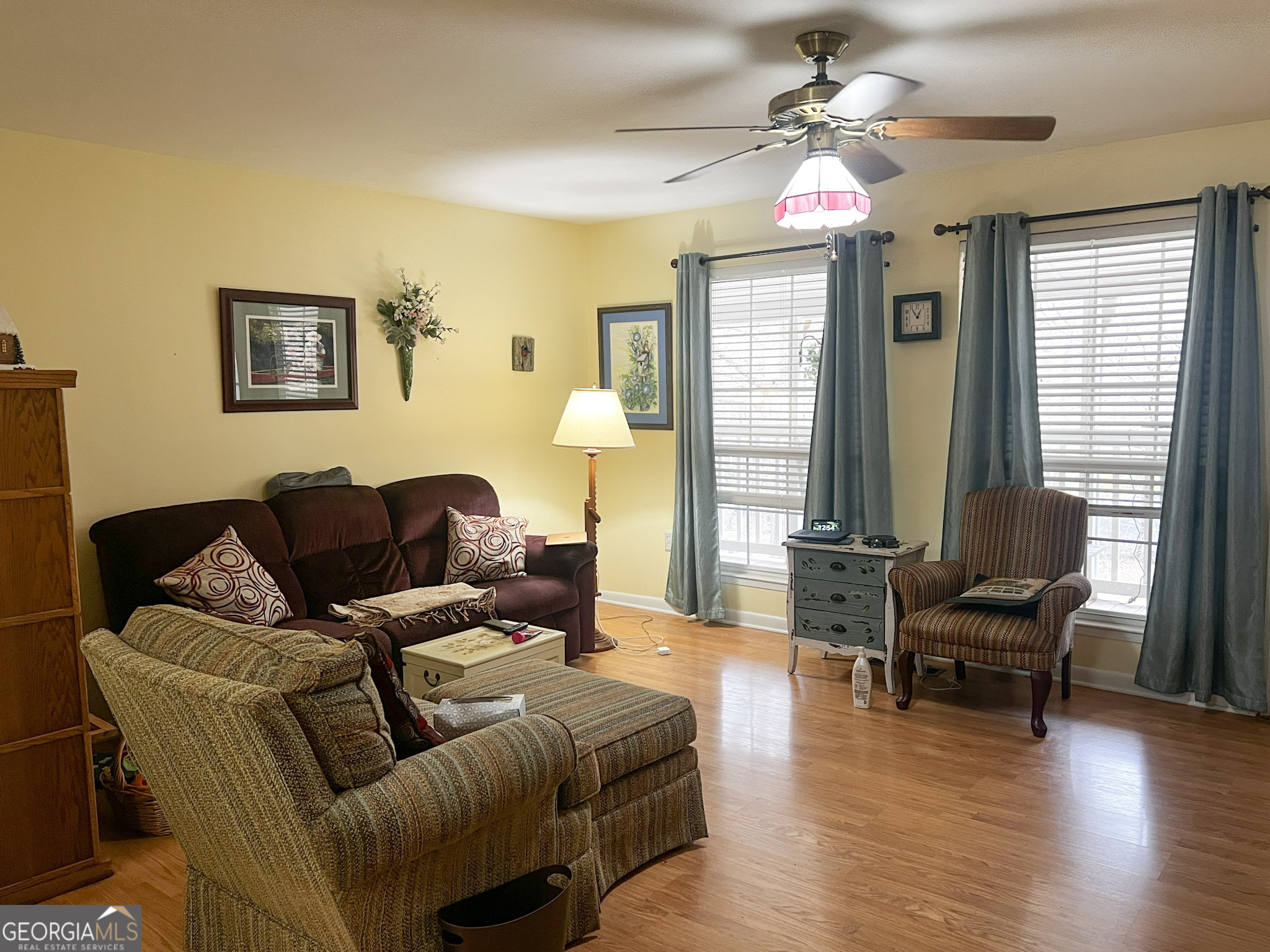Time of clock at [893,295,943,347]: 12:54
